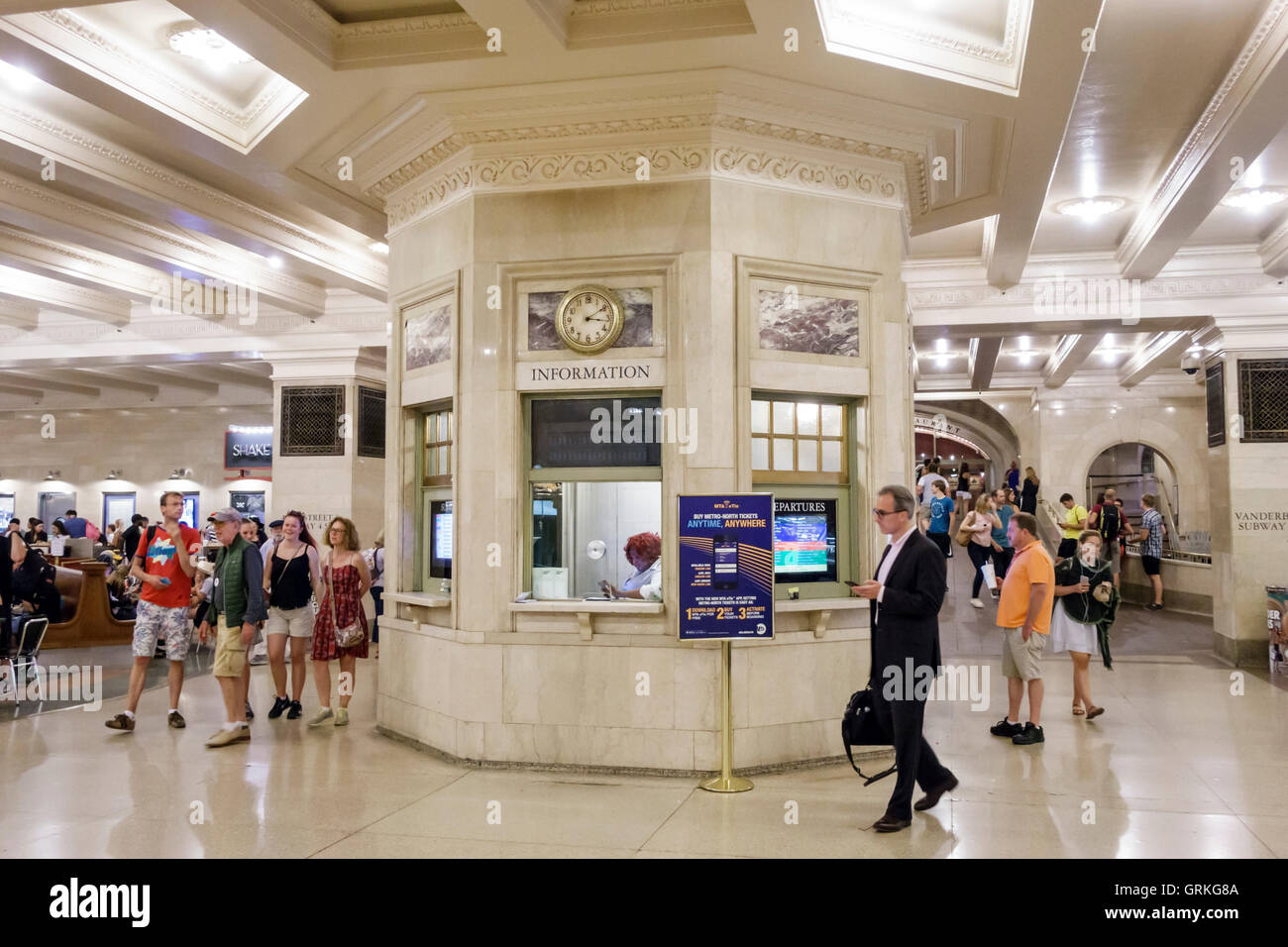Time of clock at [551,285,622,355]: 3:09
